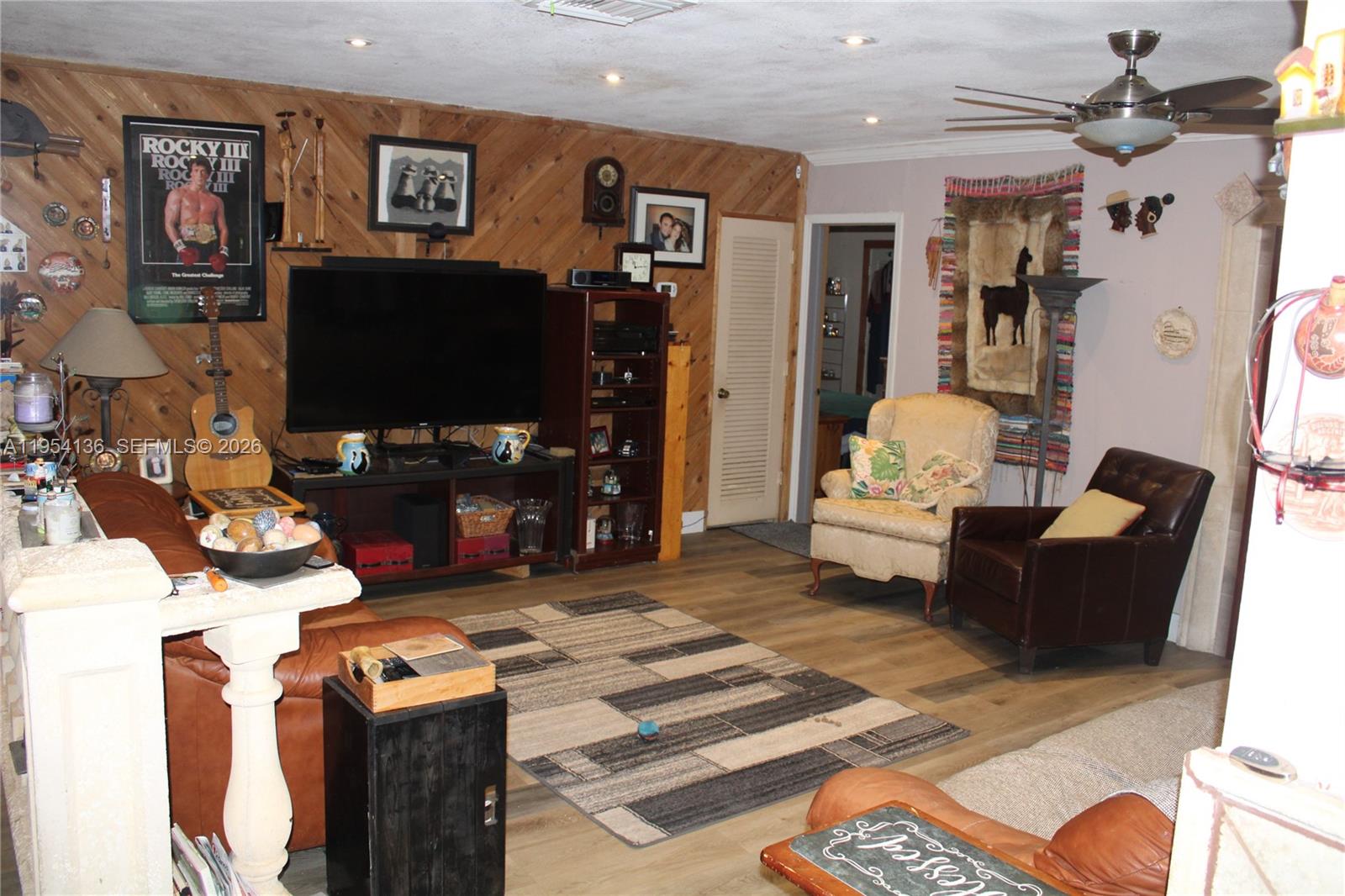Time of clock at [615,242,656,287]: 11:13
